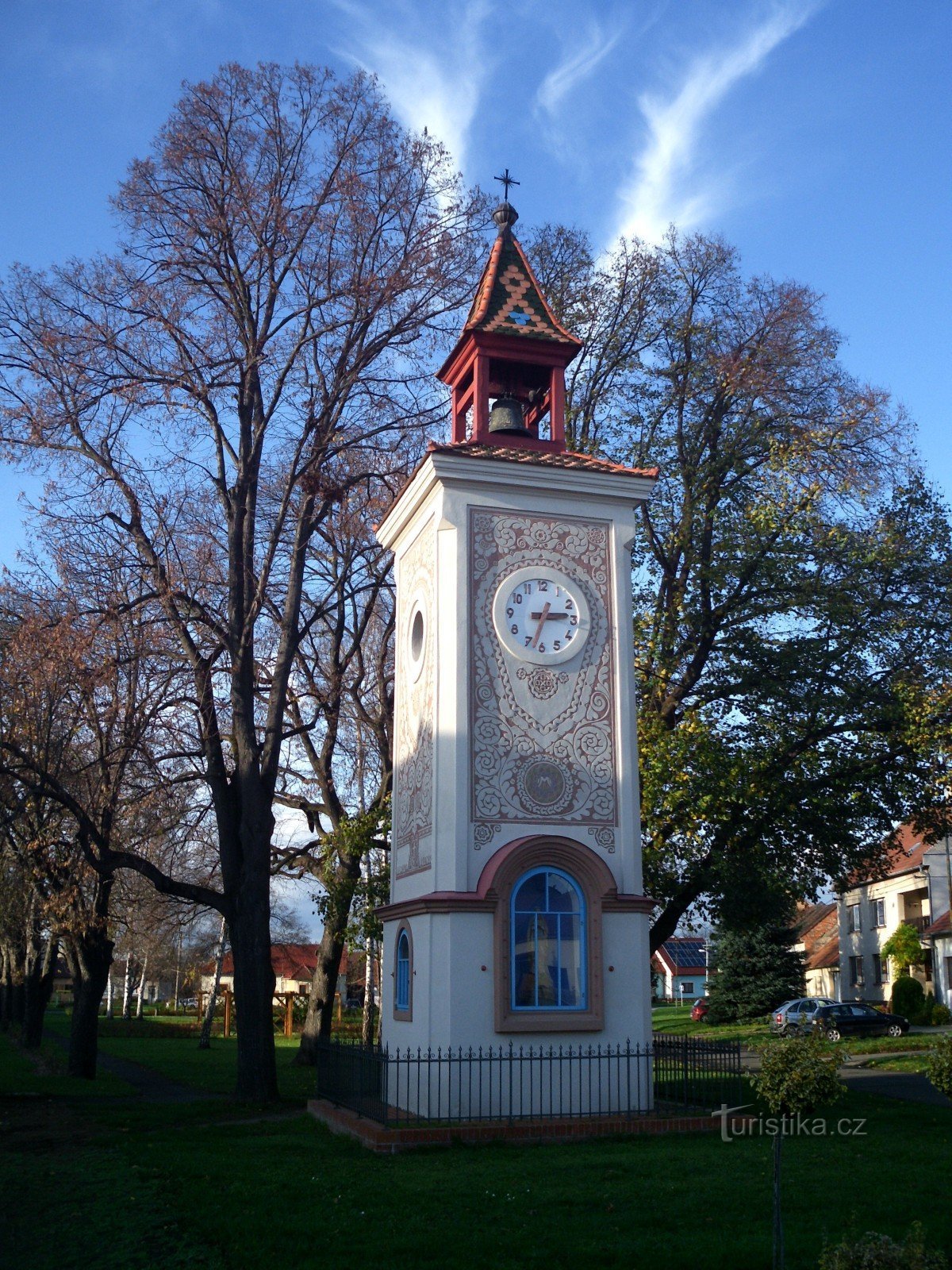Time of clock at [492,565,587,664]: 2:32
